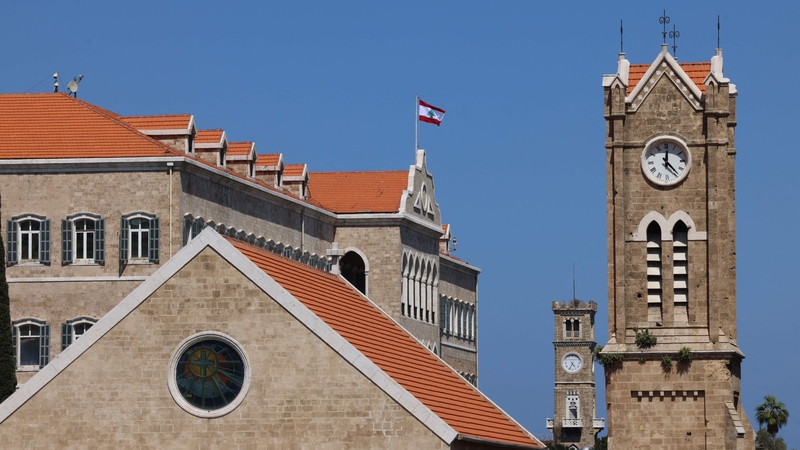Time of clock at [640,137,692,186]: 12:23
